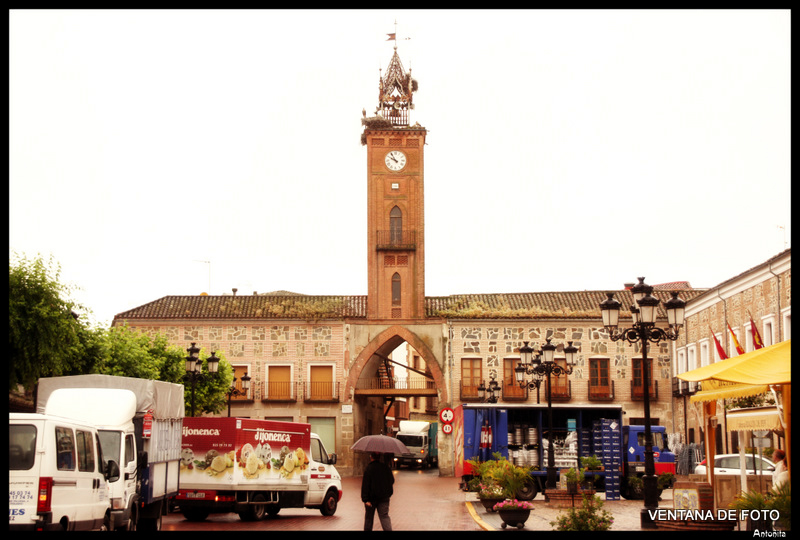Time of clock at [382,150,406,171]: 9:54
